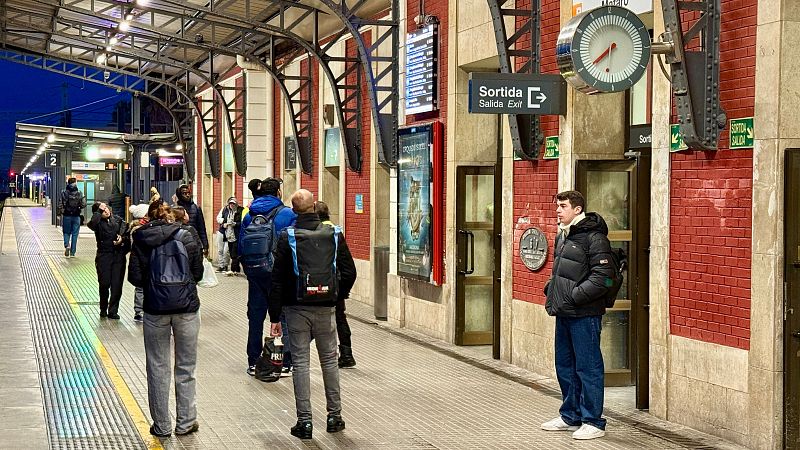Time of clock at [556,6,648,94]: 7:39
